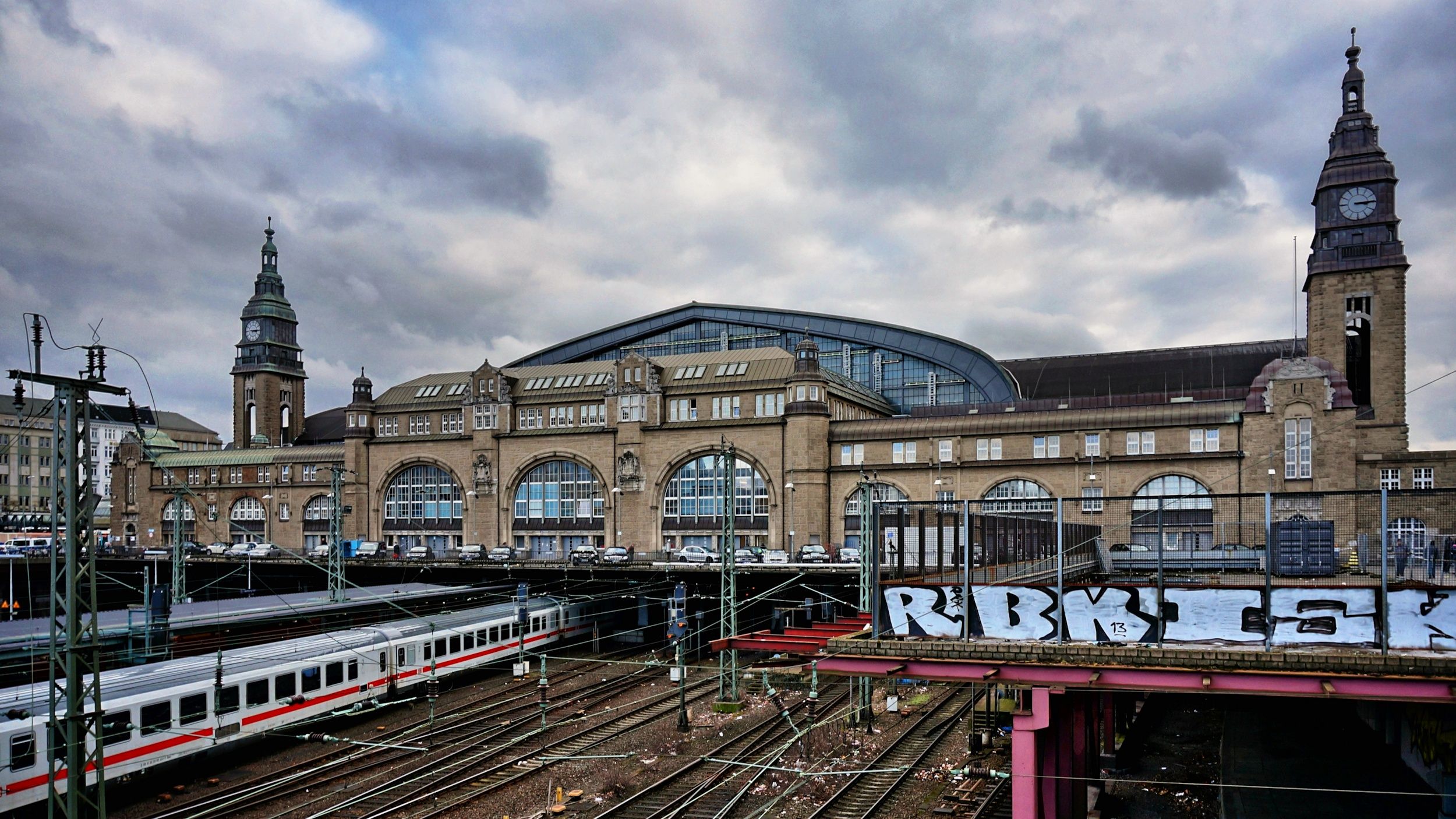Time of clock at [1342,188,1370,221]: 3:14
